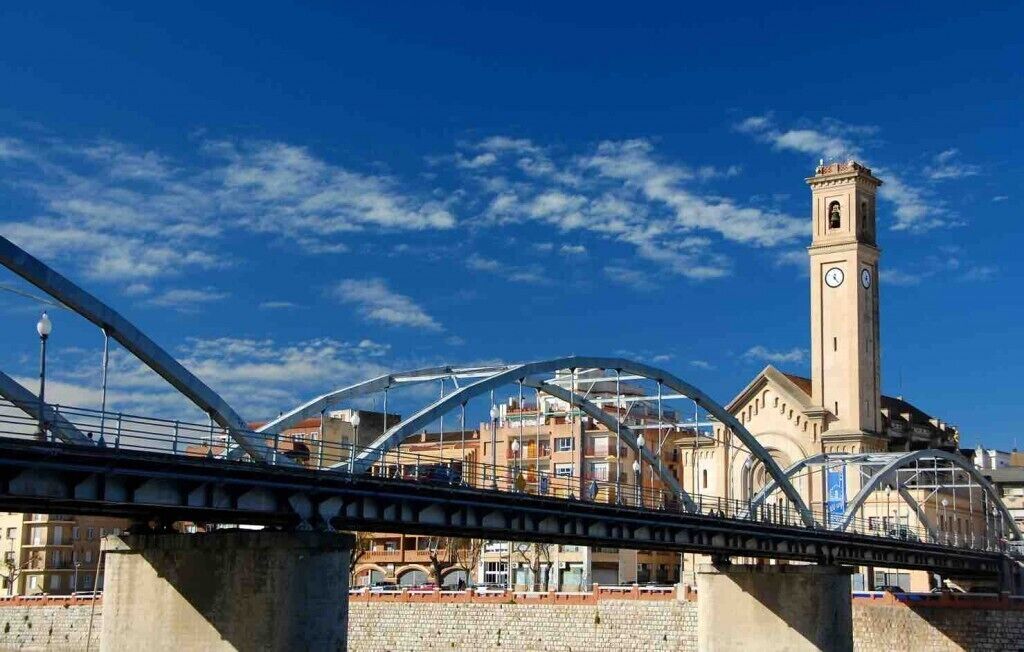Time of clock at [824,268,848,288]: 12:23
